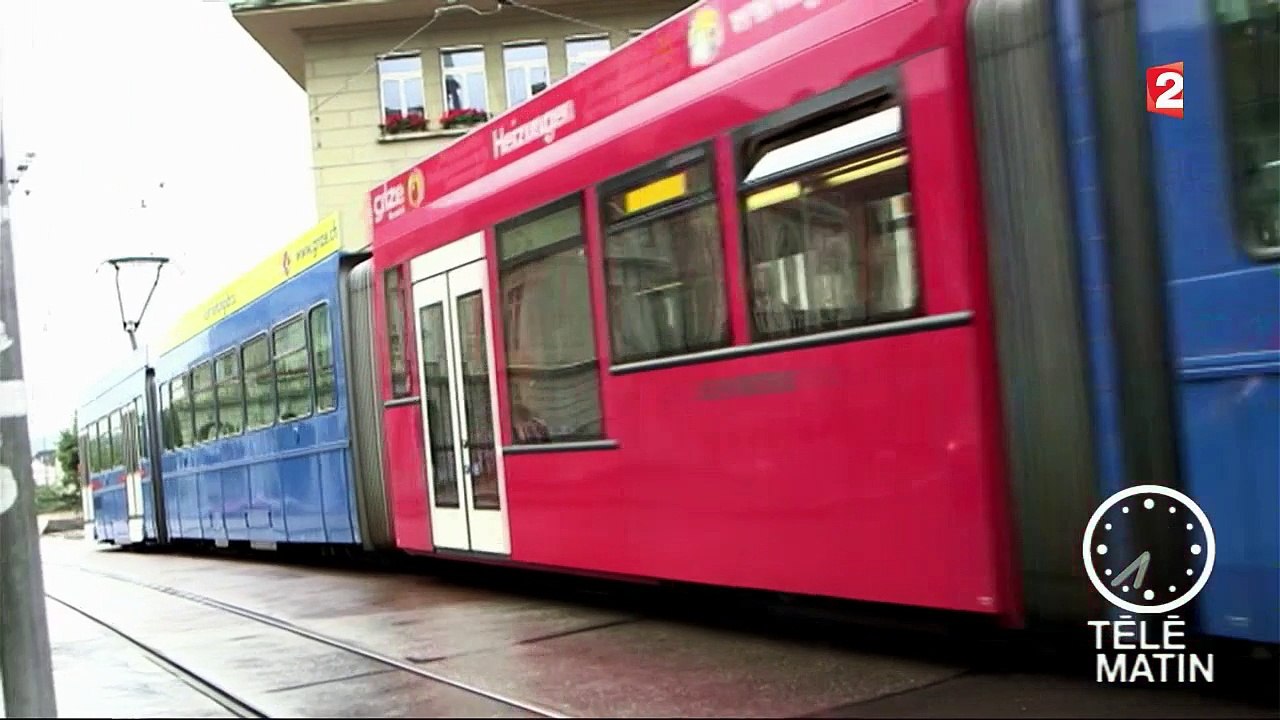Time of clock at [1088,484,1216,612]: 6:37
